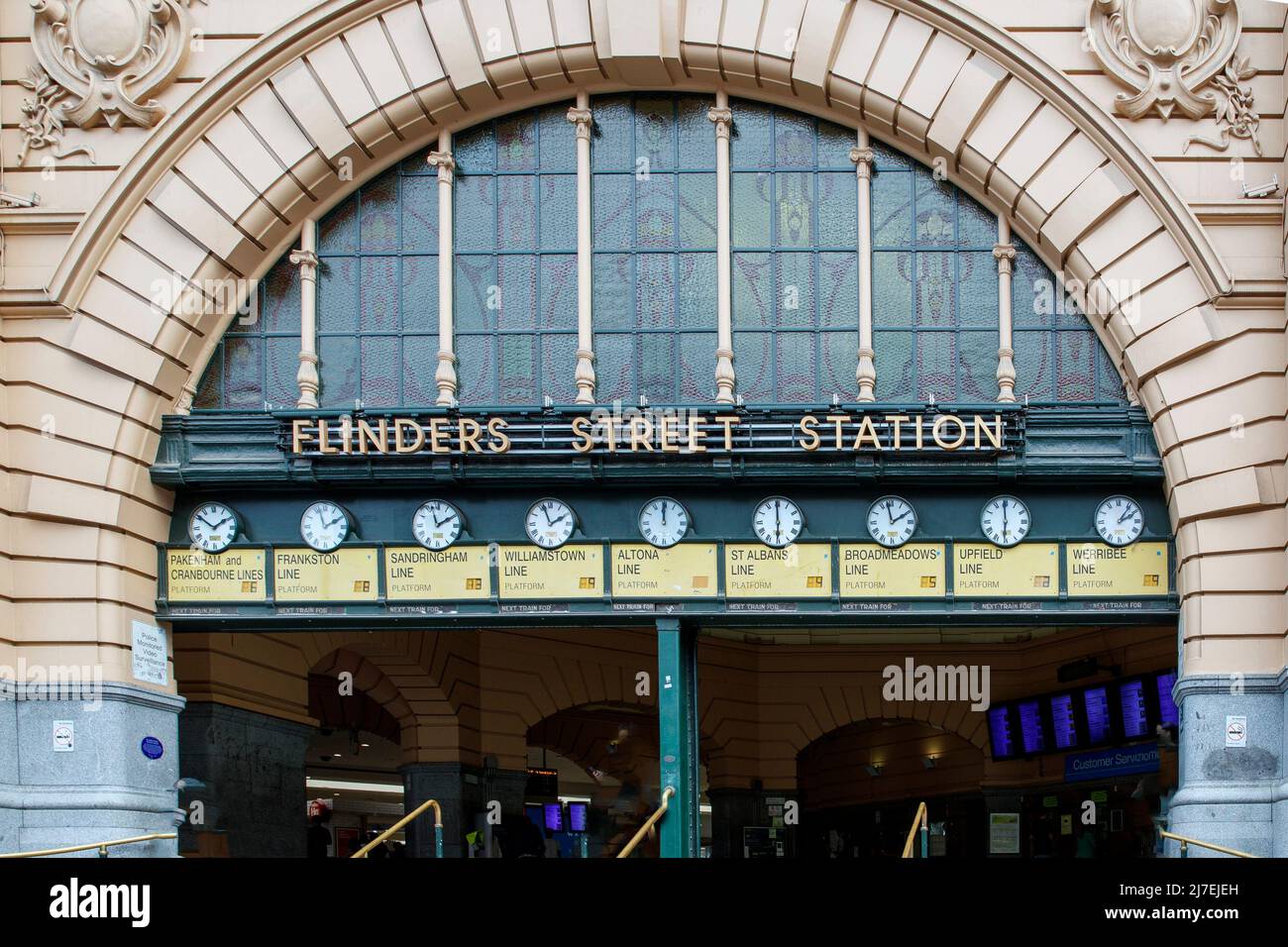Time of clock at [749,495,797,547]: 5:59
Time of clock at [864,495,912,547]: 1:58
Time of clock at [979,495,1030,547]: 5:59
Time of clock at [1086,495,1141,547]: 2:06
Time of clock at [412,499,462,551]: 1:57
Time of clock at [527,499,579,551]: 1:56
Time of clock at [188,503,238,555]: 1:51
